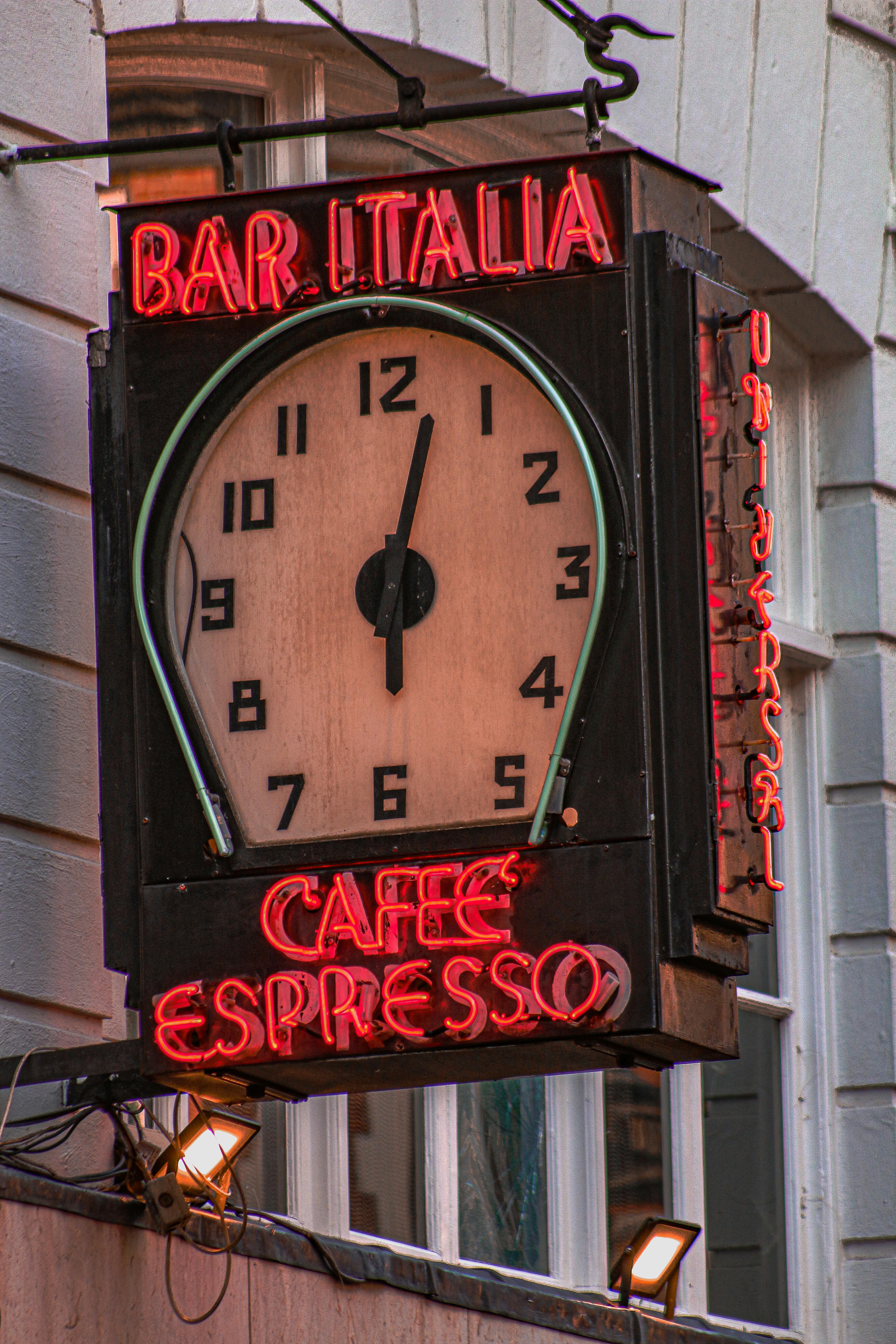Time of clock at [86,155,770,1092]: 6:02
